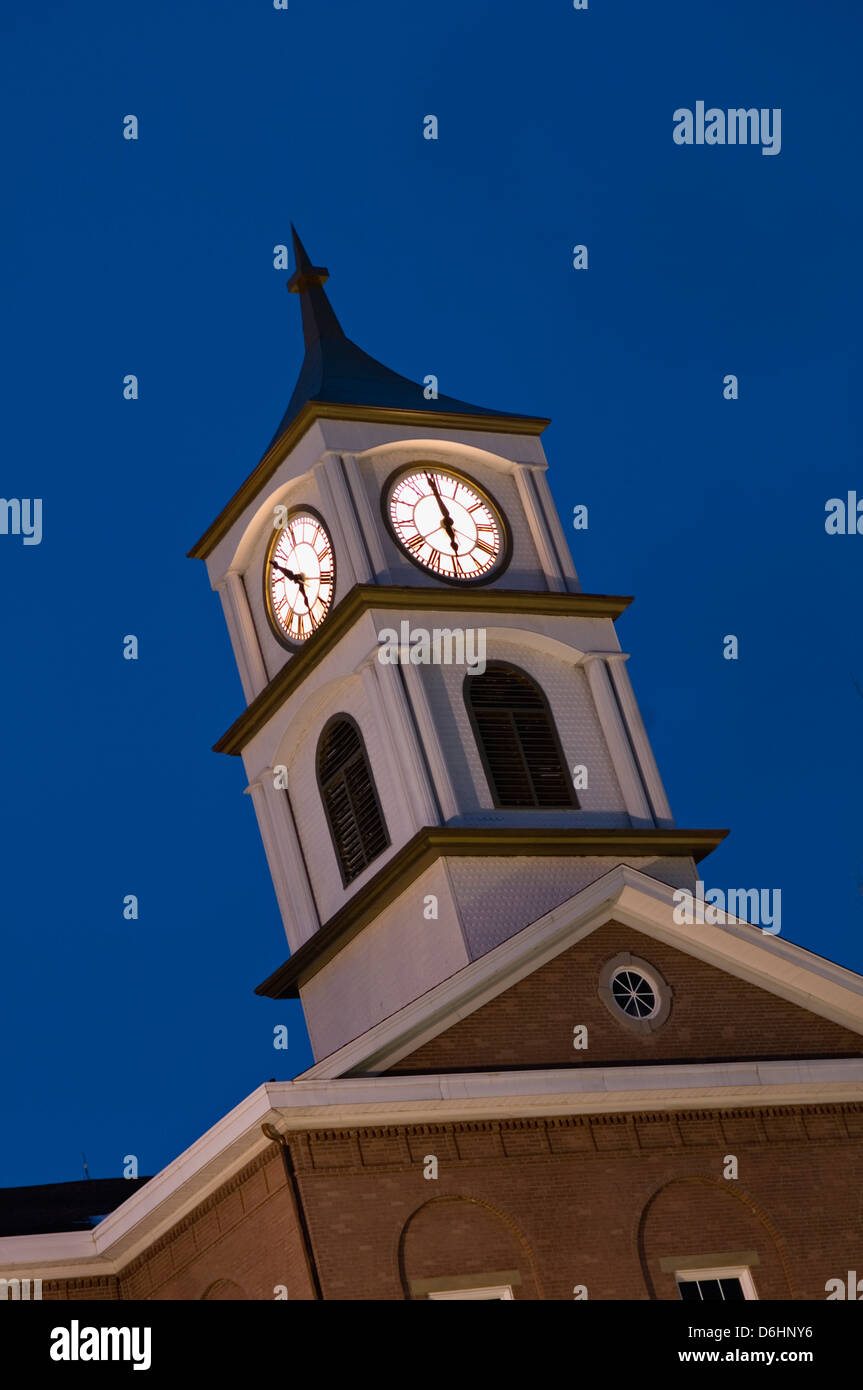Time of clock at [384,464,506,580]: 5:59
